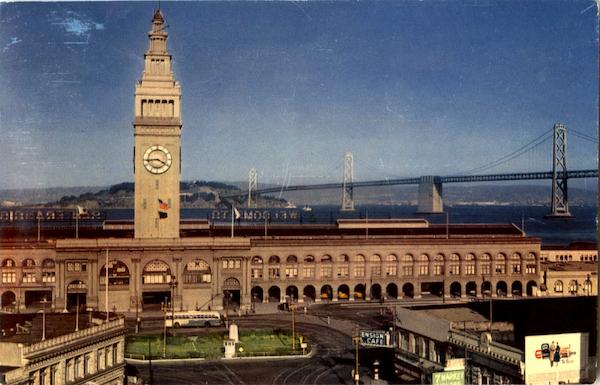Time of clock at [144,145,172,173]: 3:43
